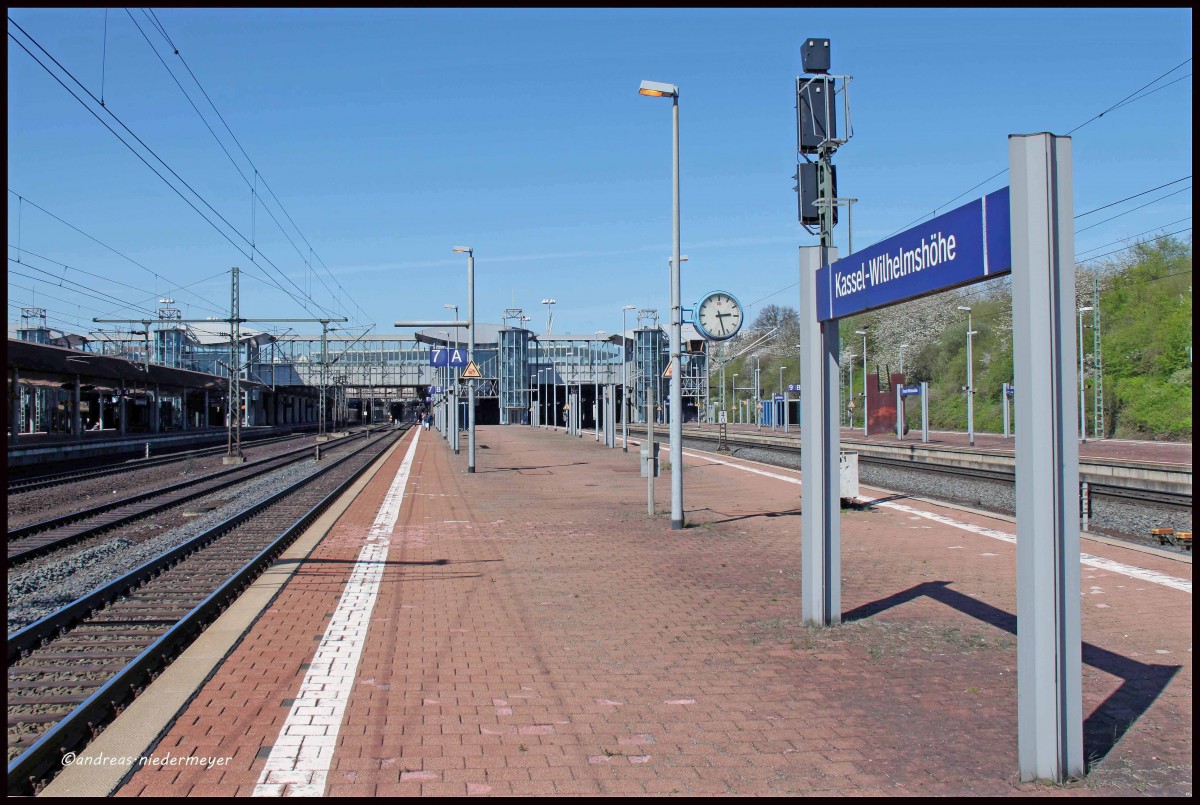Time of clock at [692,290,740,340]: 2:27
